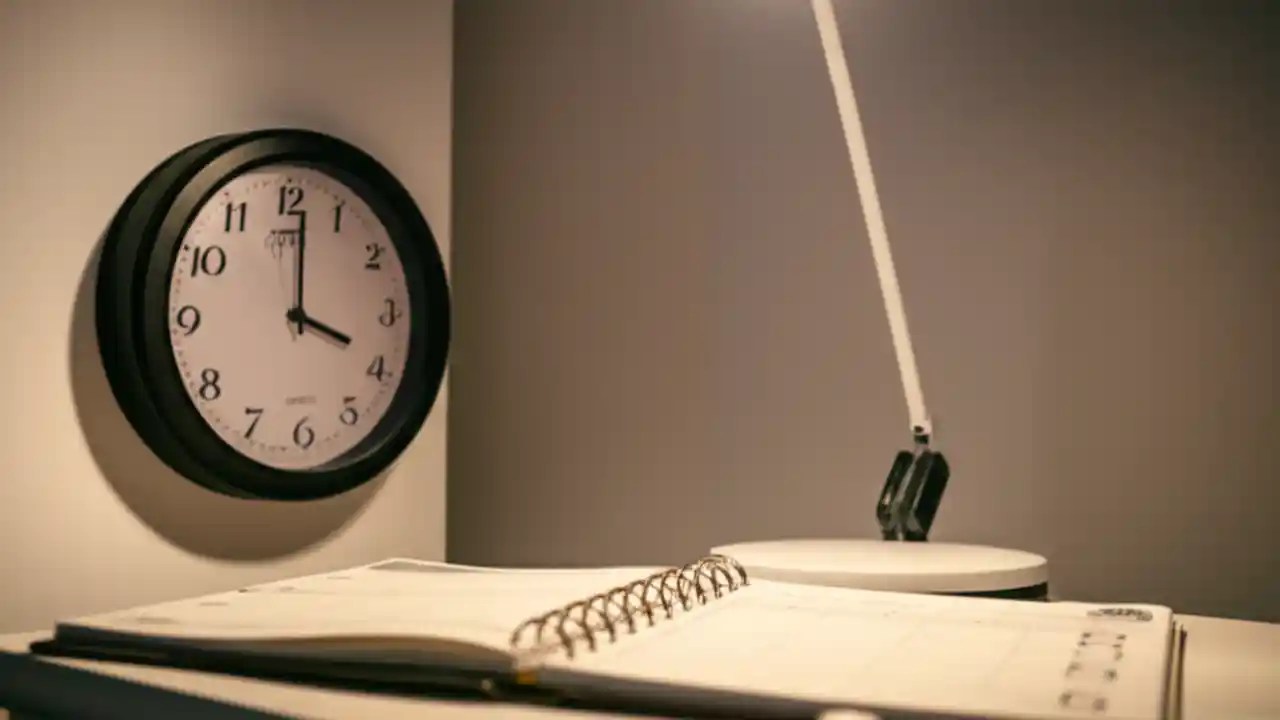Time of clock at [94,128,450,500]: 4:01
